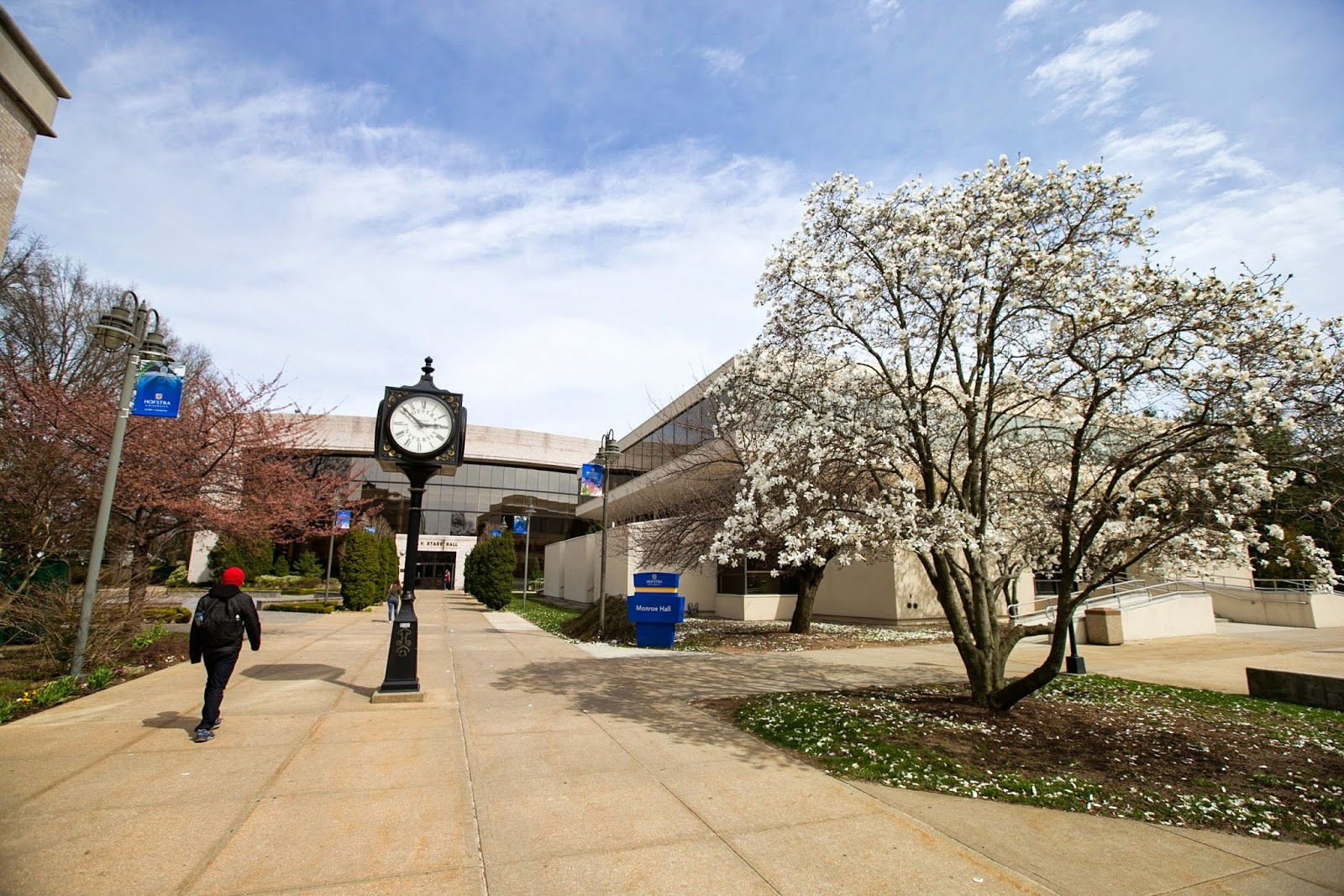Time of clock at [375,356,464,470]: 2:52
